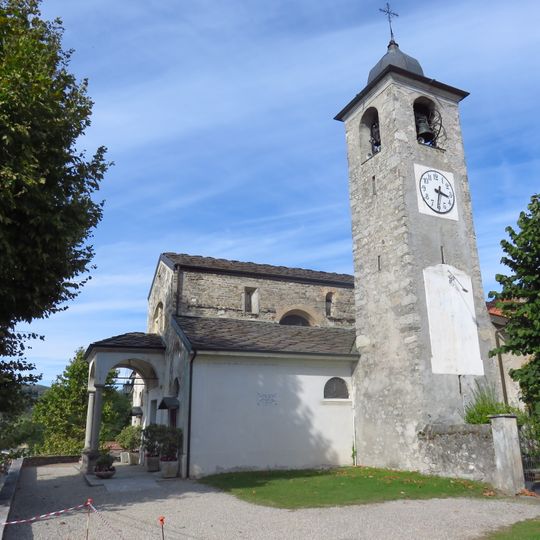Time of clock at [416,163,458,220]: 3:31
